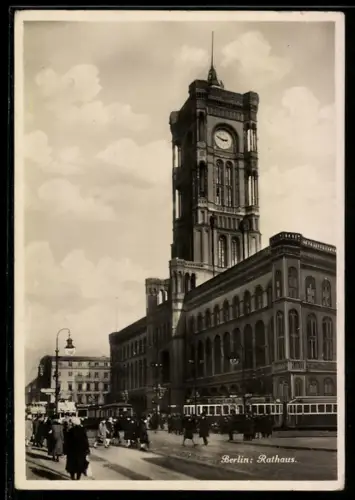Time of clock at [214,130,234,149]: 2:48
